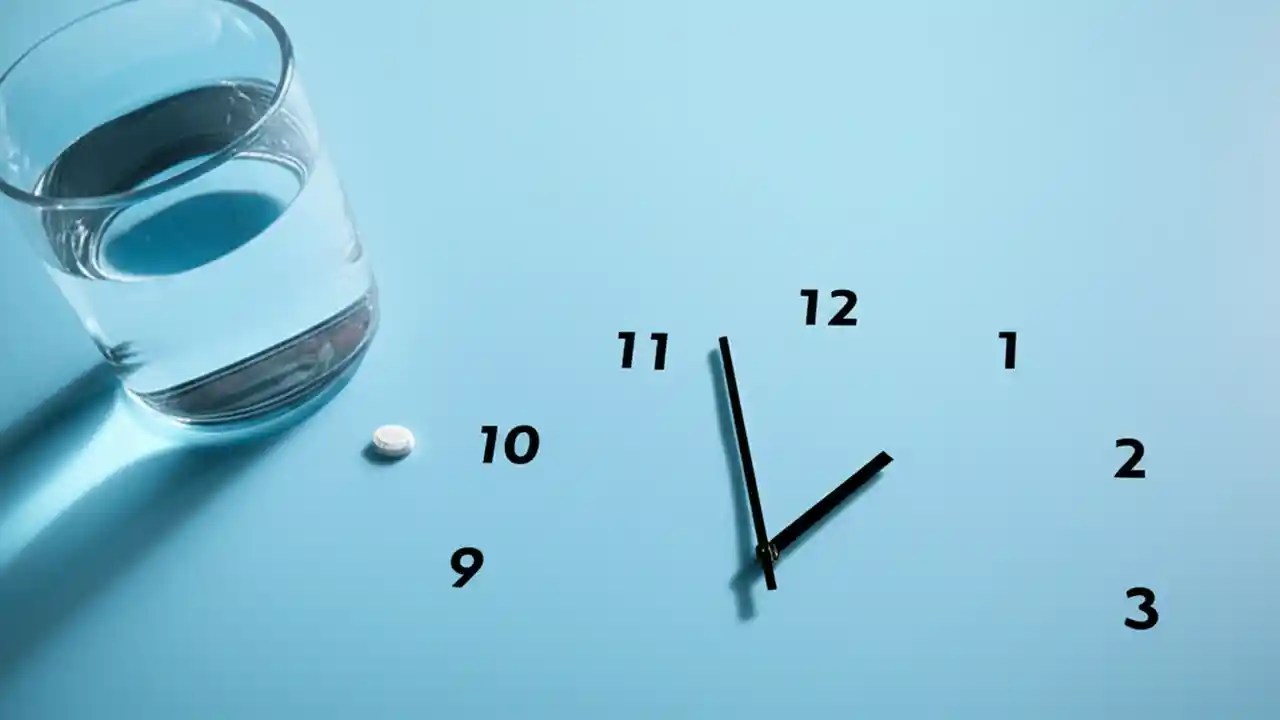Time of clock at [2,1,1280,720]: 12:57
